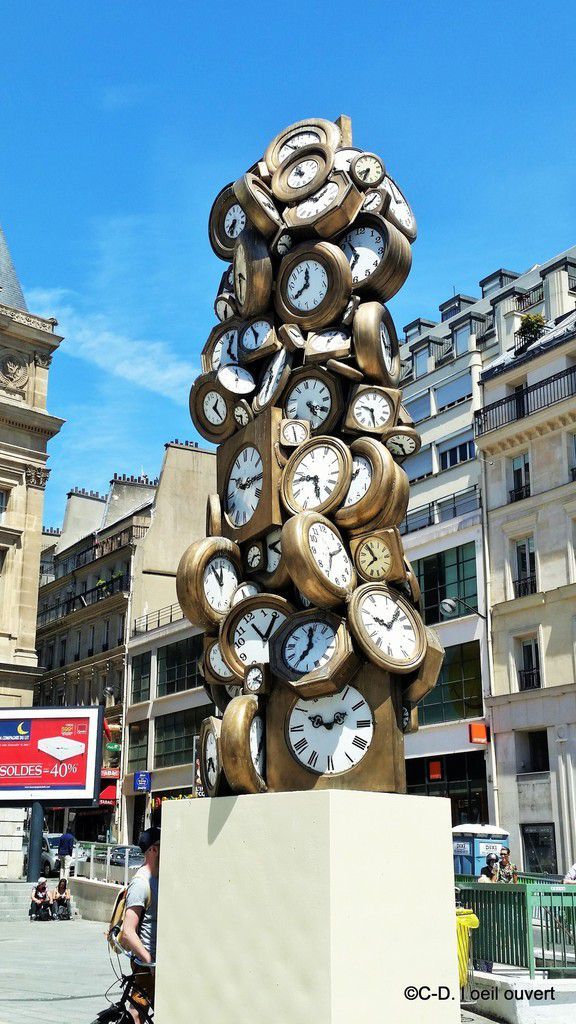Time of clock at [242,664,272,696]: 2:18
